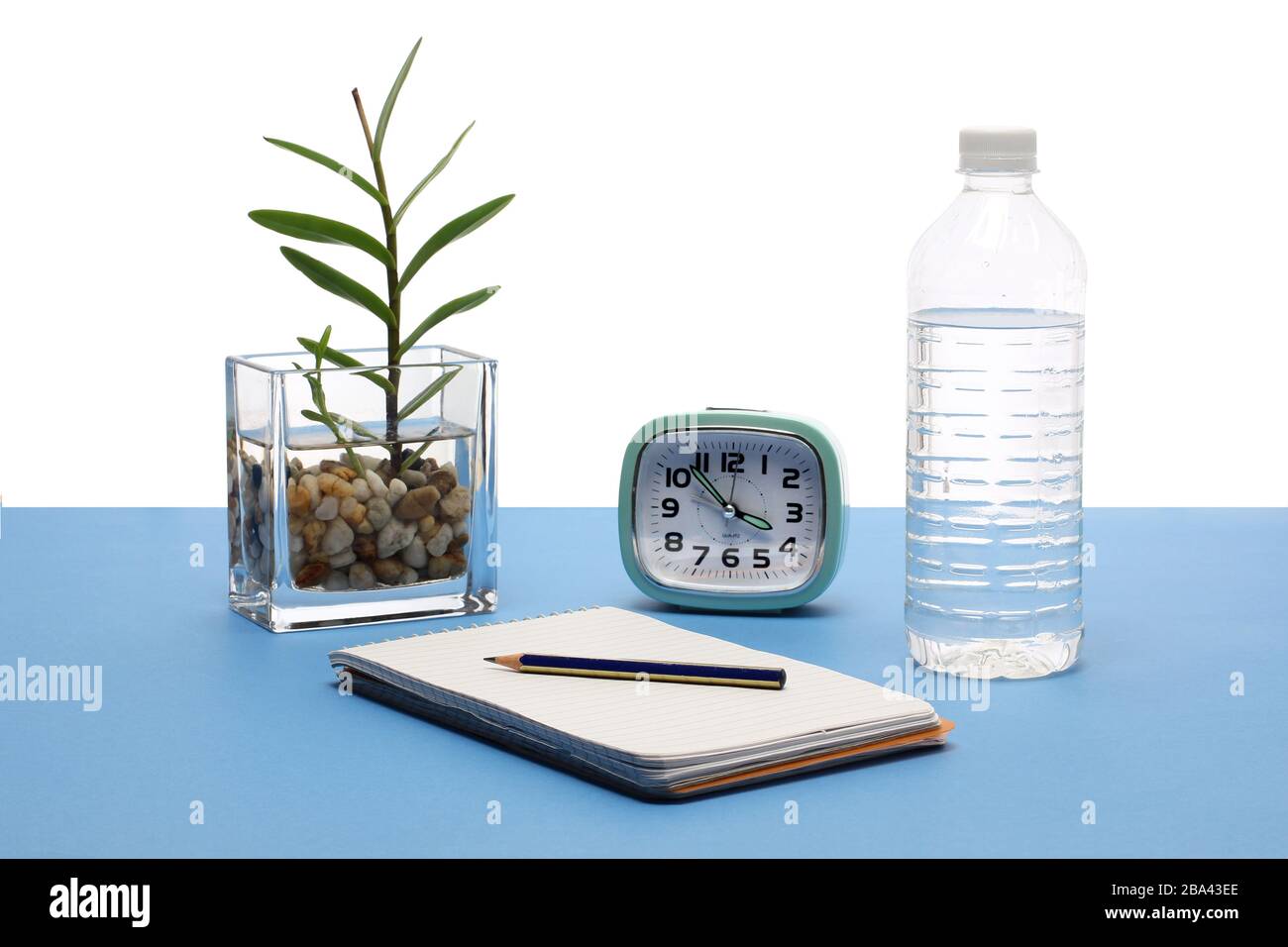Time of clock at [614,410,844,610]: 3:53
